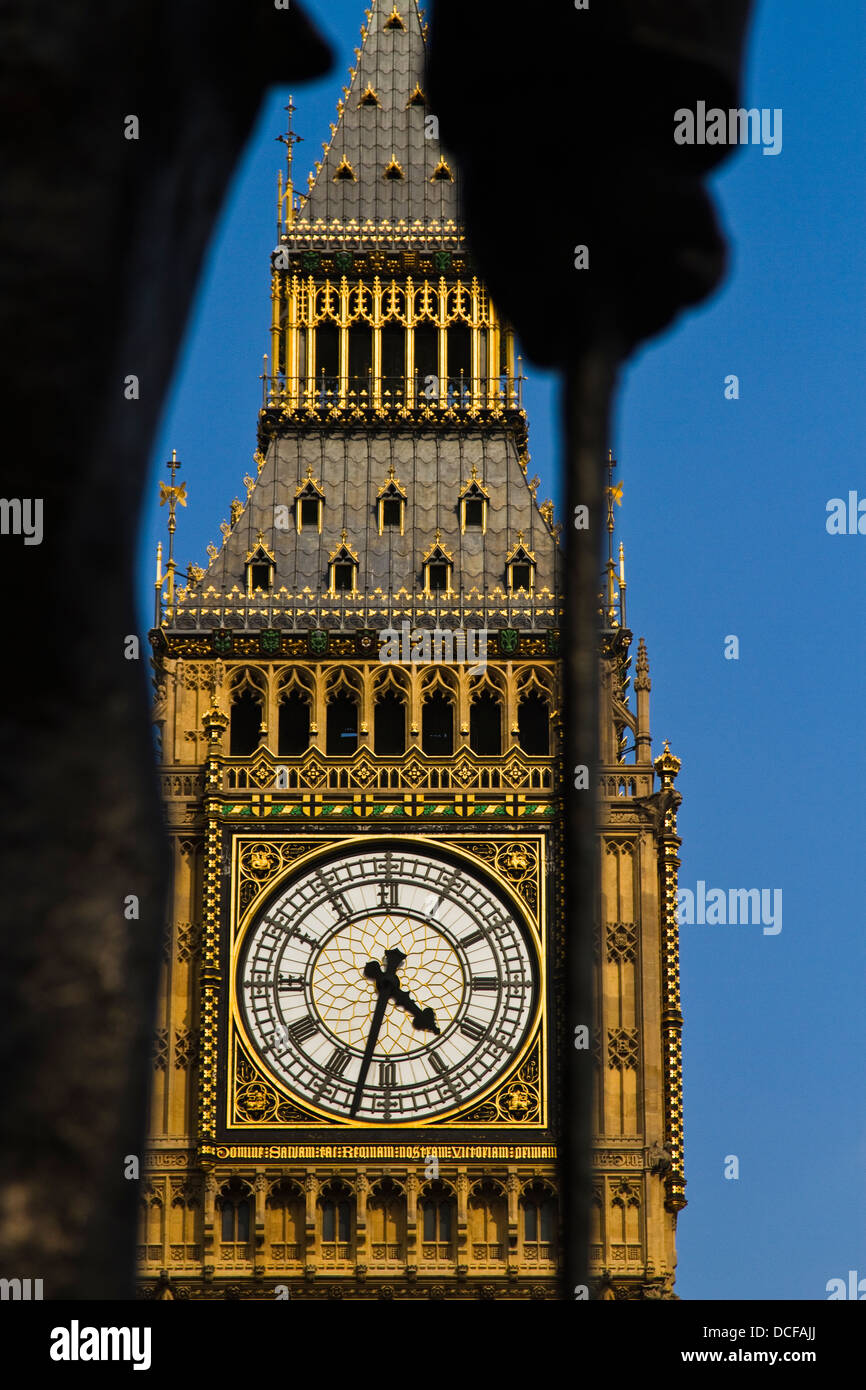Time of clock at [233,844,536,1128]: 4:32
